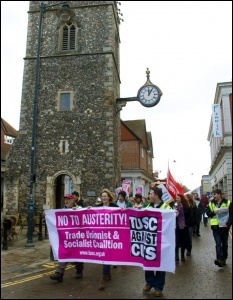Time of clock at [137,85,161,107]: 12:05
